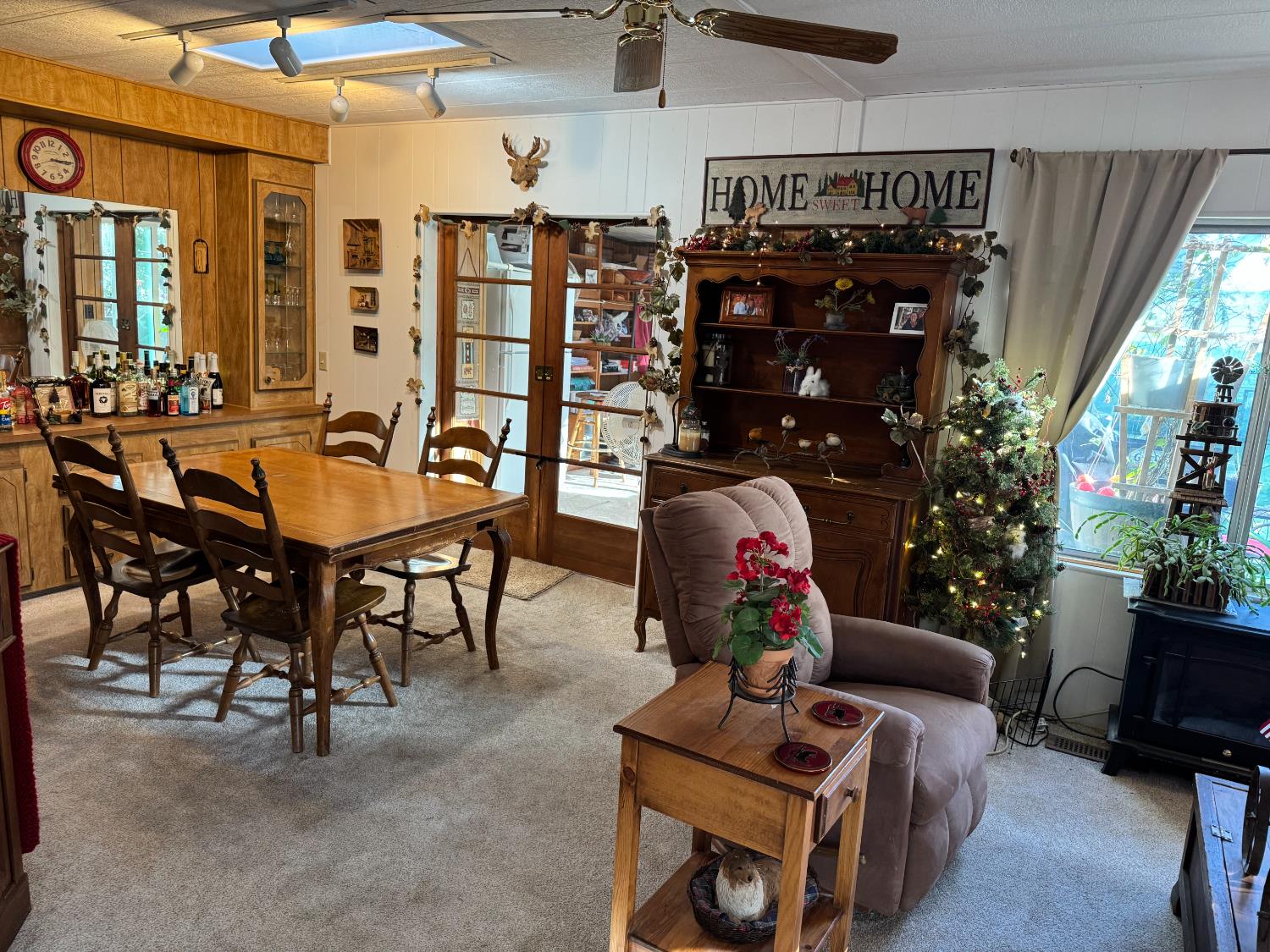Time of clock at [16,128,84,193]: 3:14
